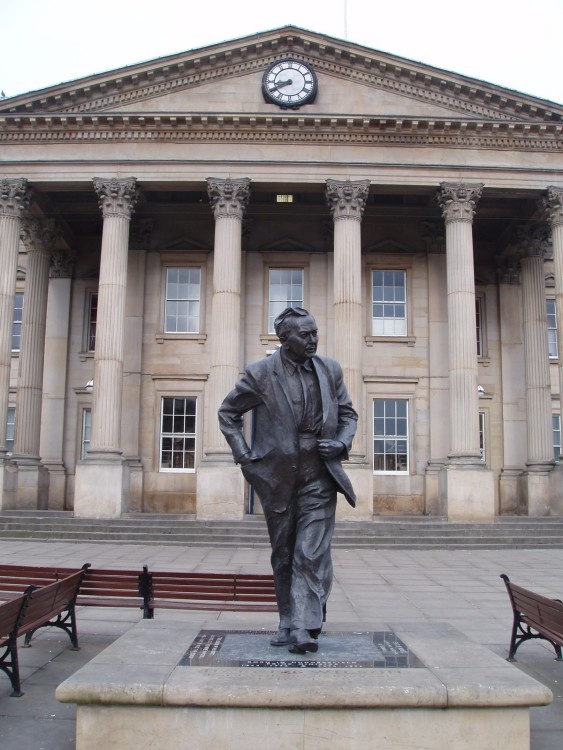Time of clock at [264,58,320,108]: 8:40
